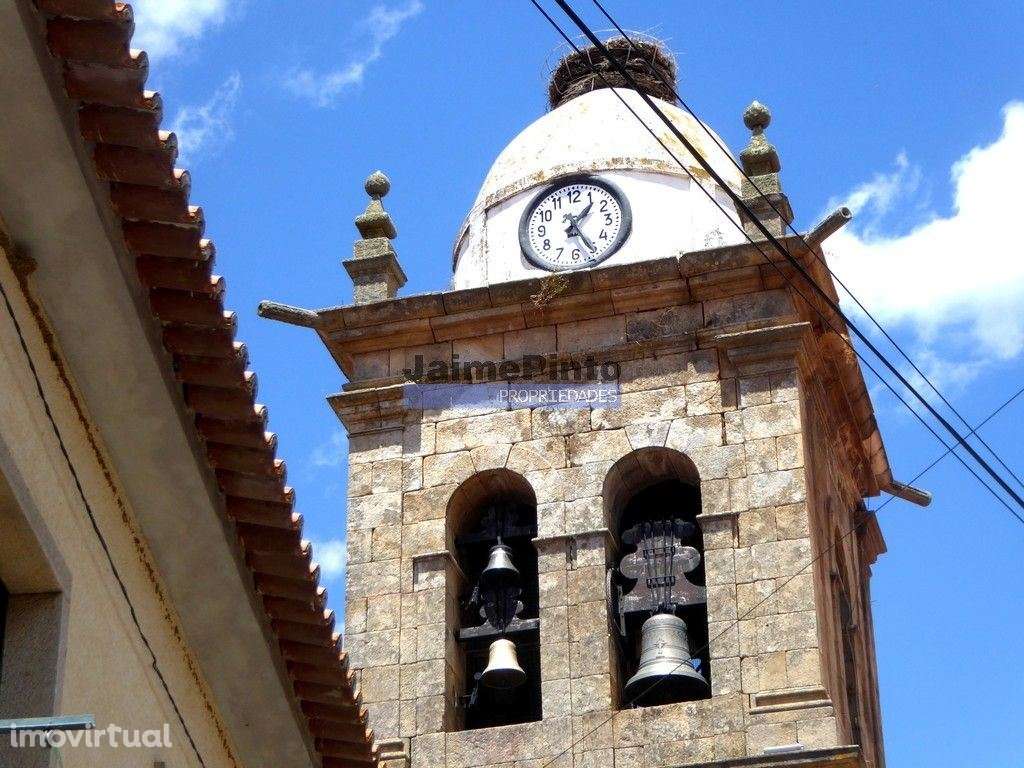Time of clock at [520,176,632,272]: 1:24
